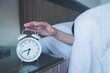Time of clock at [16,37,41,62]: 6:42
